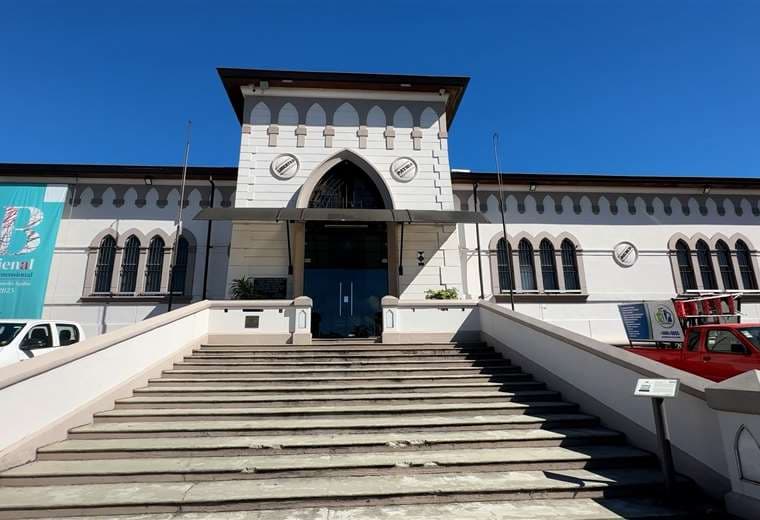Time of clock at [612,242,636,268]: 7:07
